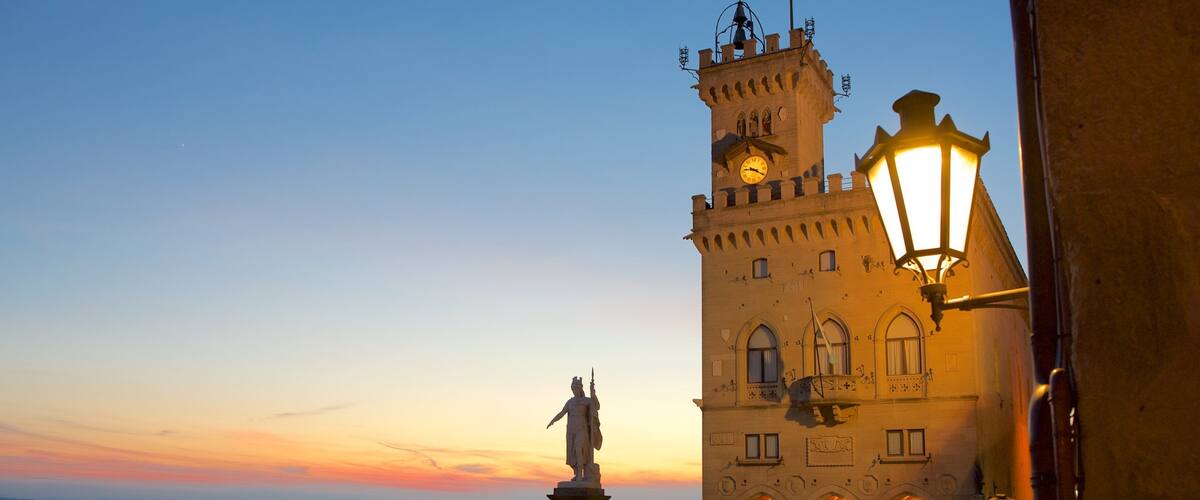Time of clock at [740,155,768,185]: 9:20
